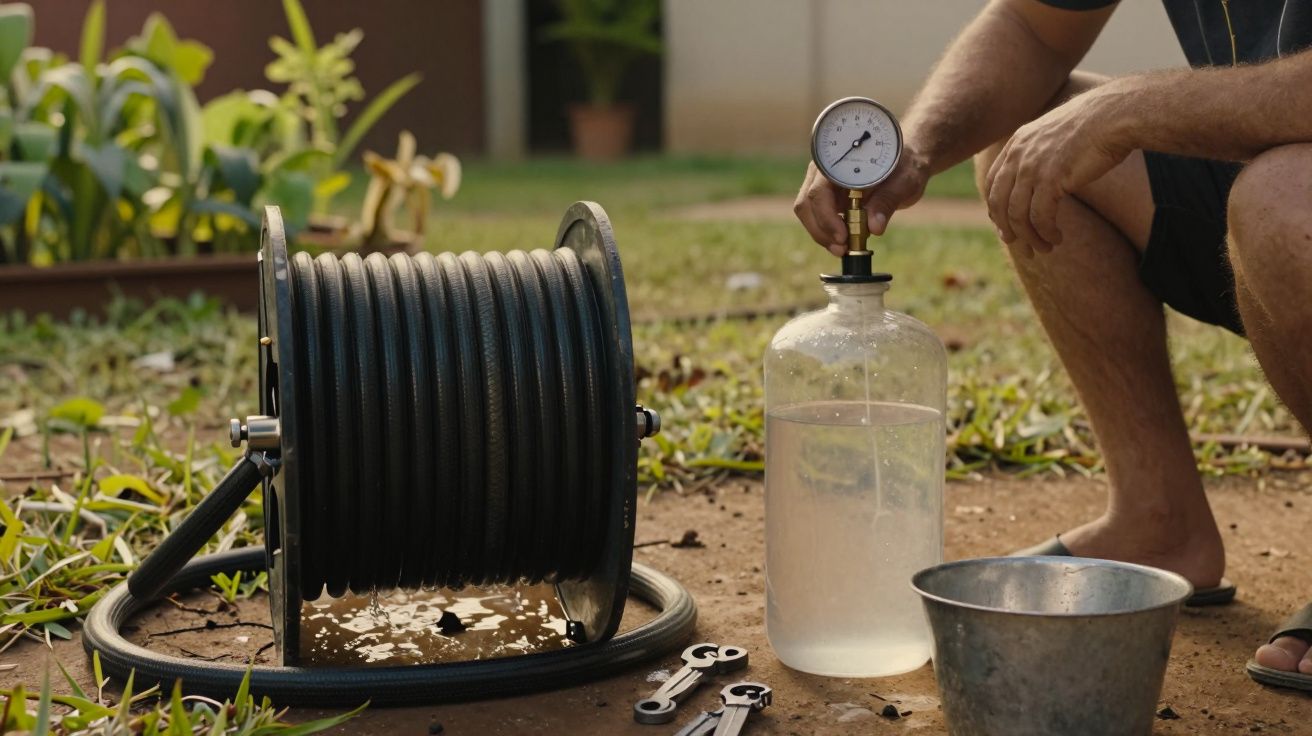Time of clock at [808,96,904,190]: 1:38
